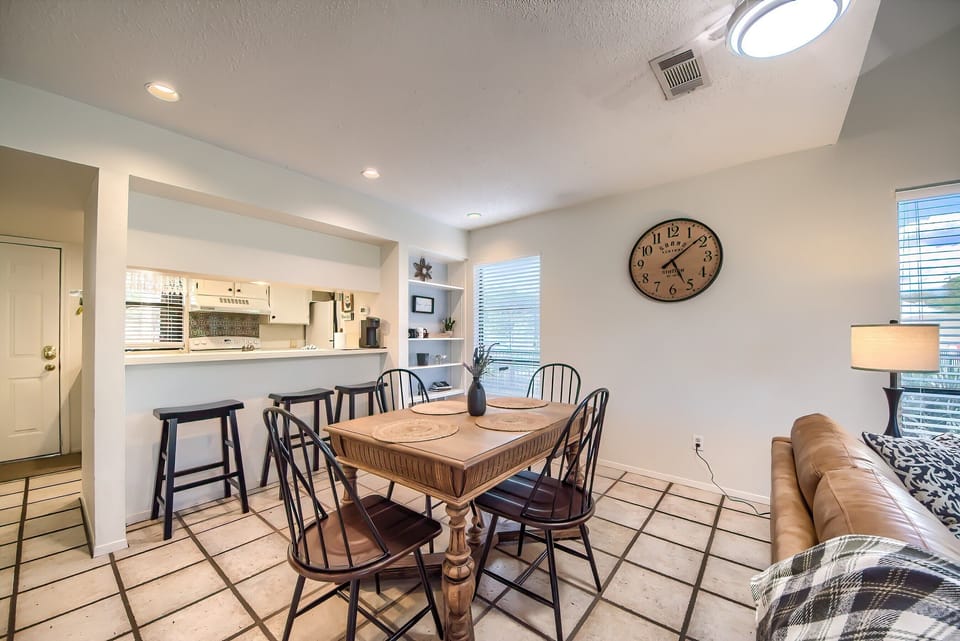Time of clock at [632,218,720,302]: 5:08
